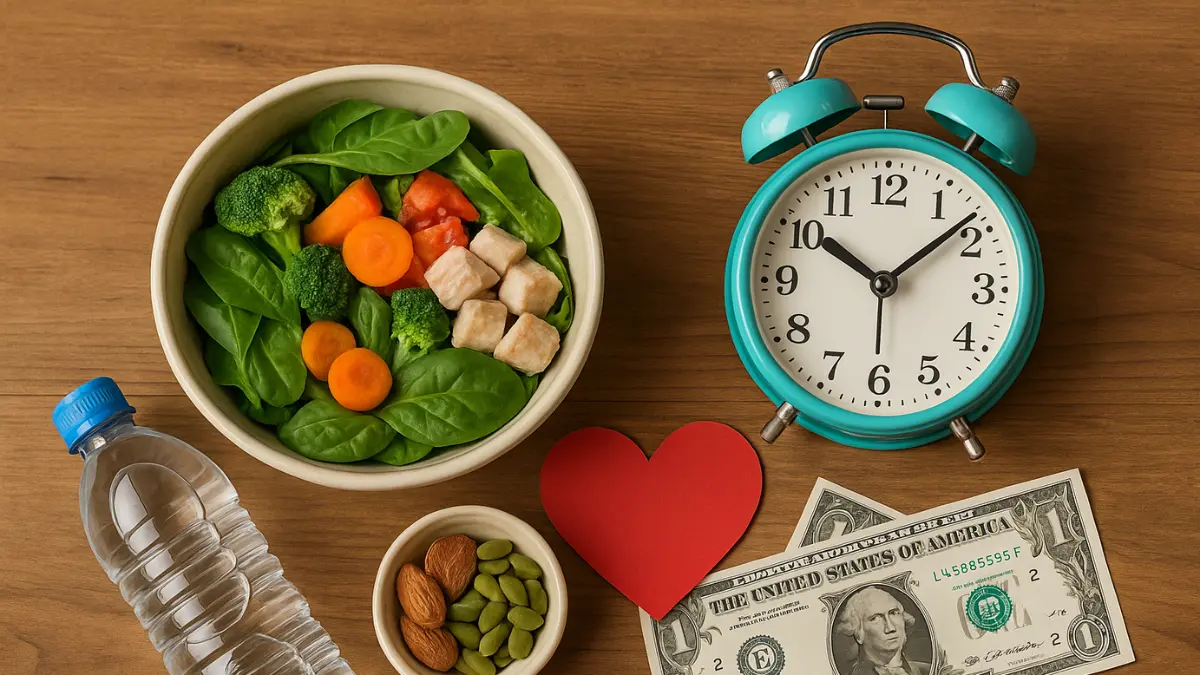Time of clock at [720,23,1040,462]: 10:08
